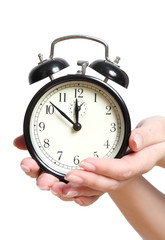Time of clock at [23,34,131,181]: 11:51
